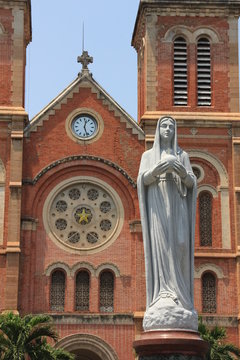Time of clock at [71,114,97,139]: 12:26
